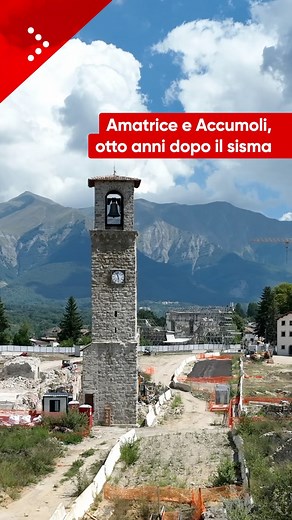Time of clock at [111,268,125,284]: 11:28
